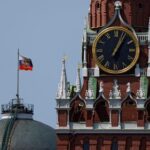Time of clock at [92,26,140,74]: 1:03
